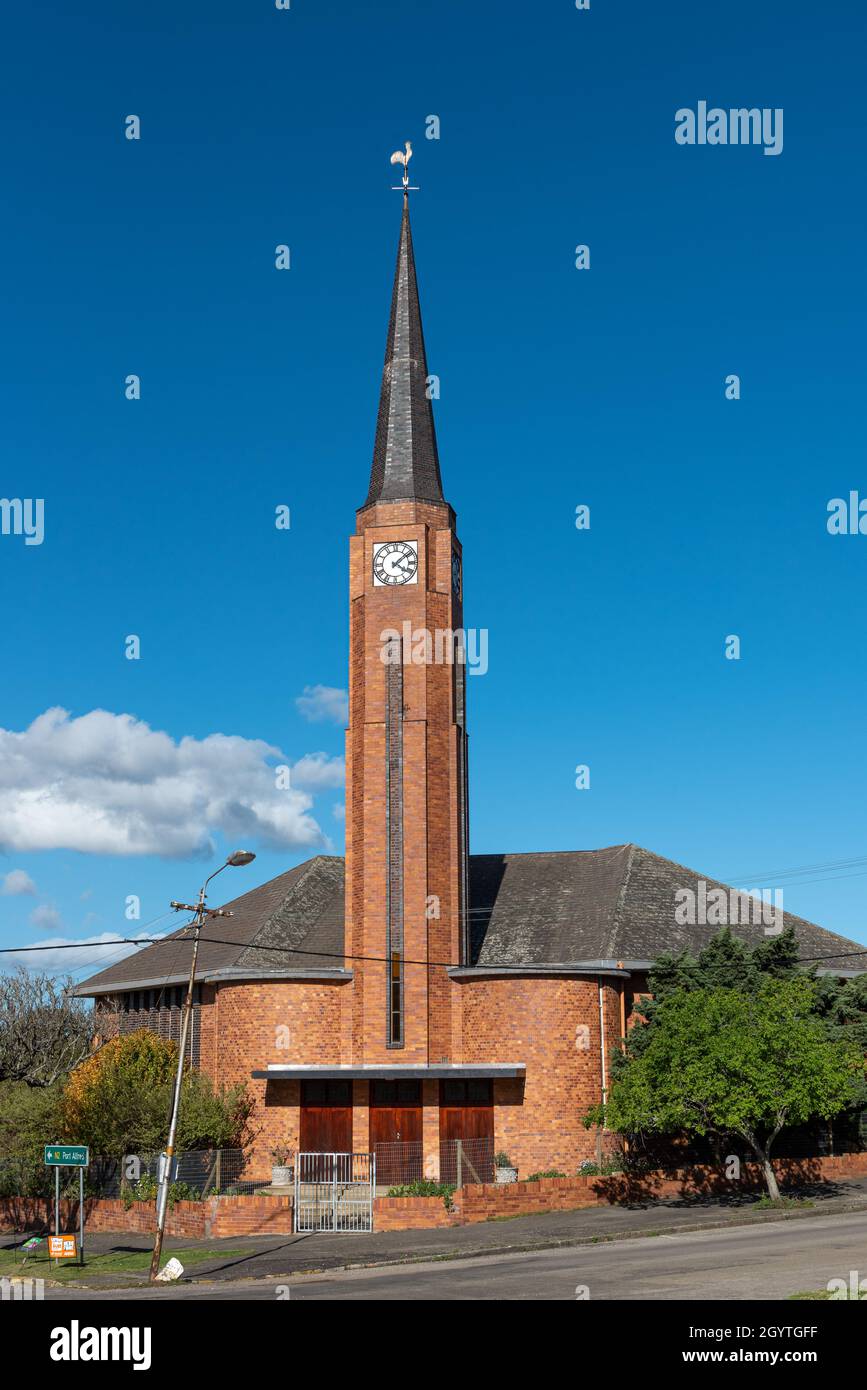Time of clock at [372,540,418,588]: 4:08
